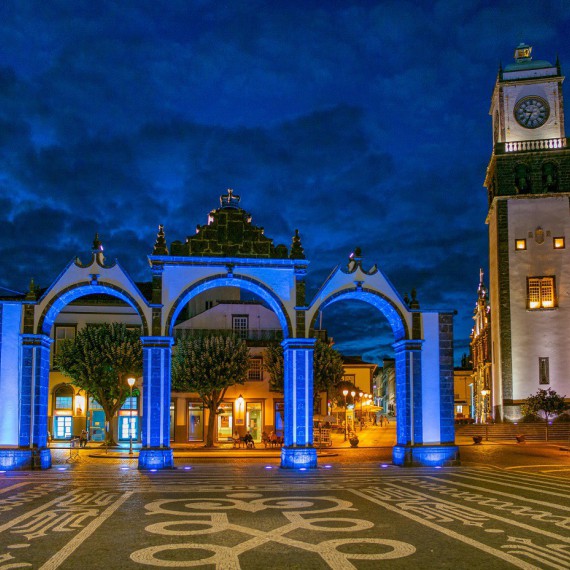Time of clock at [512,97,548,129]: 9:34
